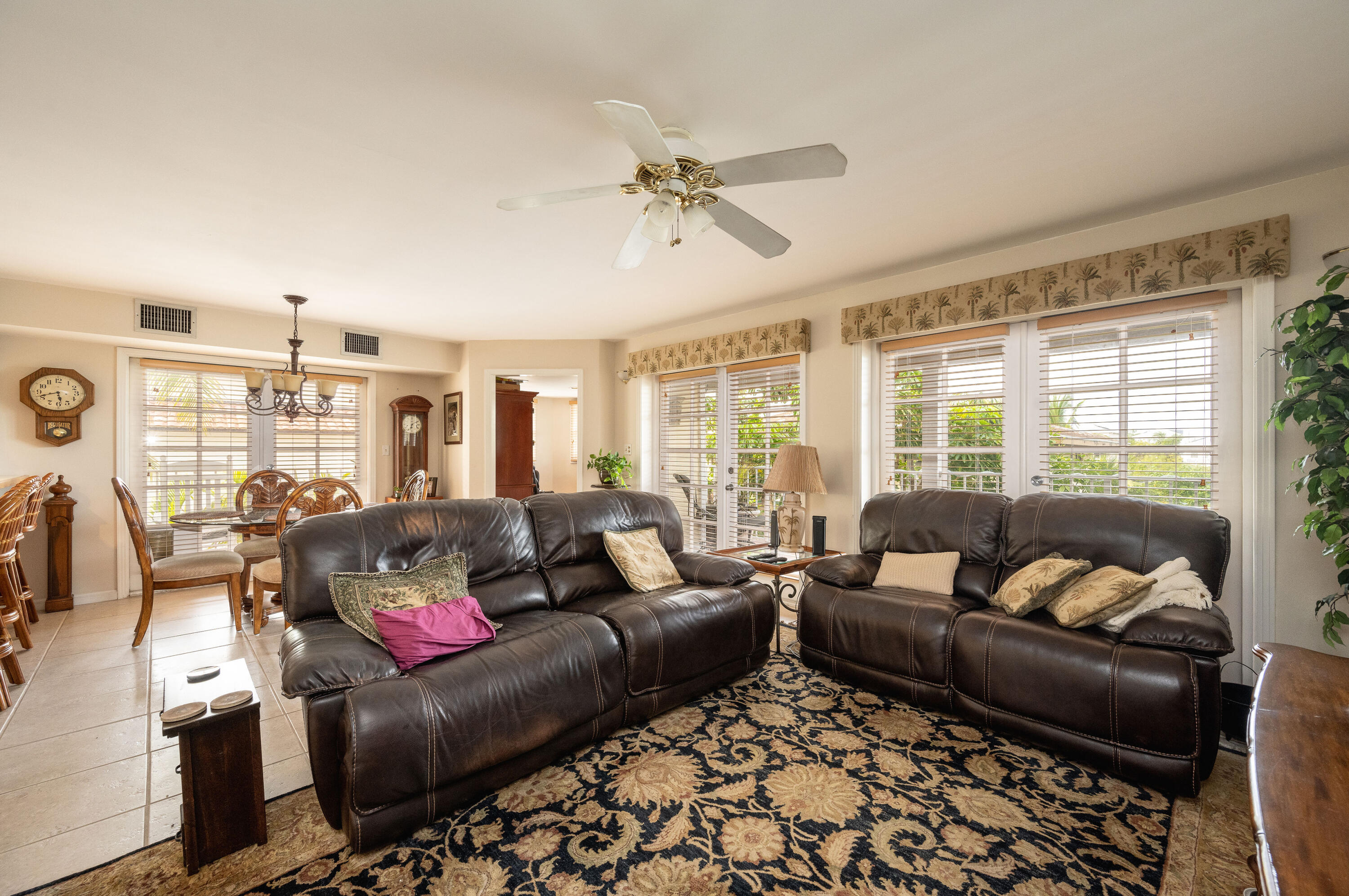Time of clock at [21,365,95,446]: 5:41
